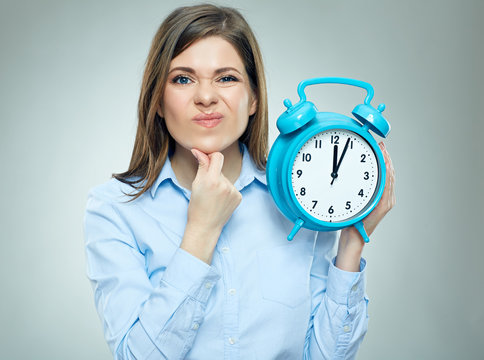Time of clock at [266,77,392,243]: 12:03
